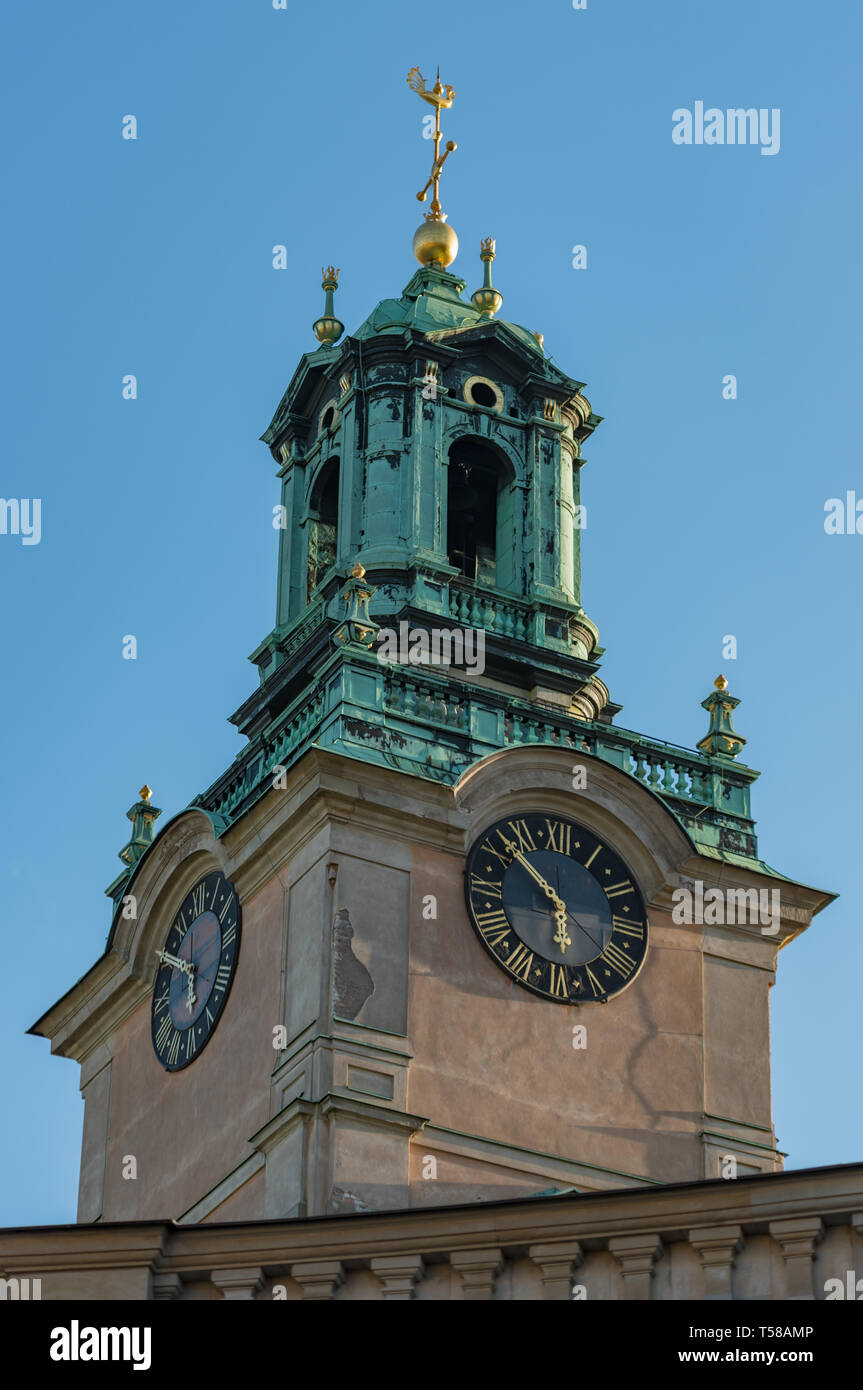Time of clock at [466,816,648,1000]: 5:51
